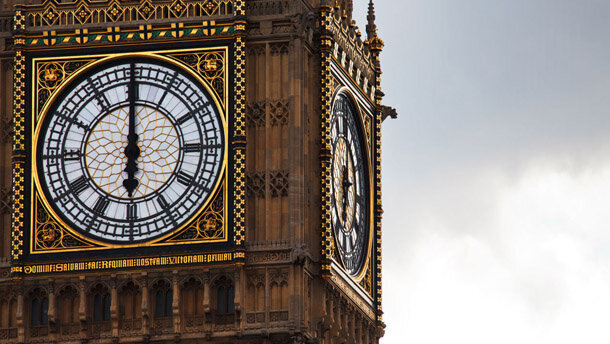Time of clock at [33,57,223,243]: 5:59
